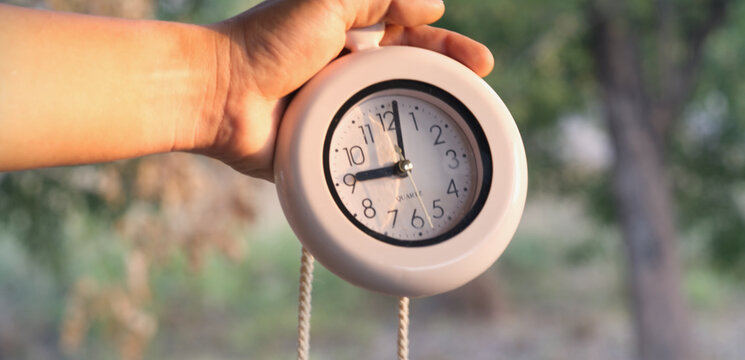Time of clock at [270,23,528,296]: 9:01
